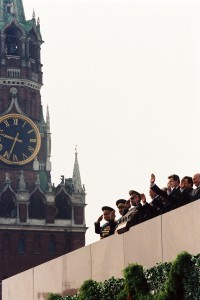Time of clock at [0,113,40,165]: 9:33
